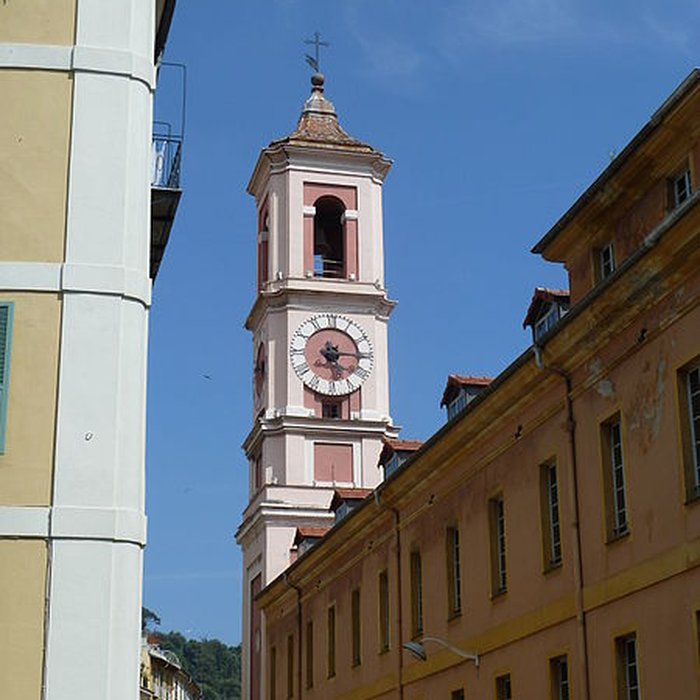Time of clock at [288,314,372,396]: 5:15
